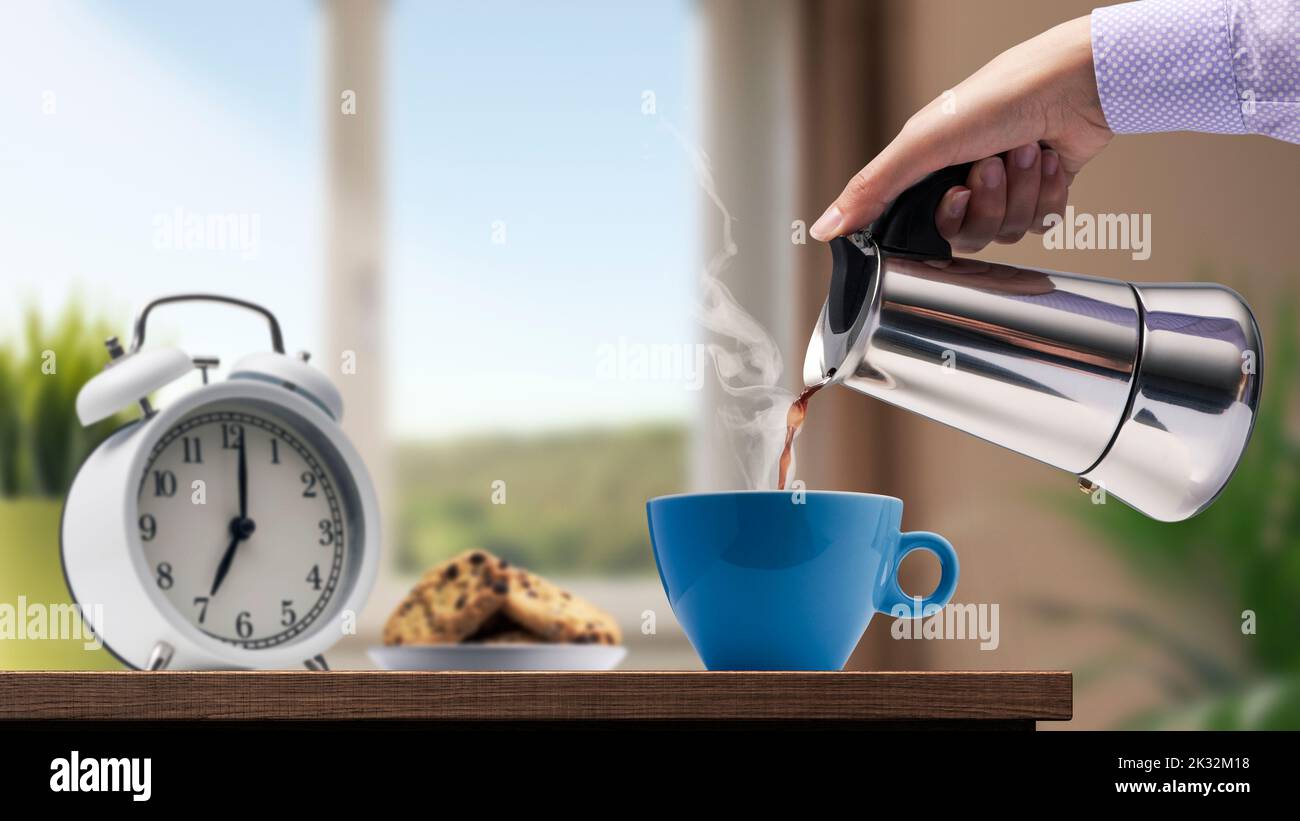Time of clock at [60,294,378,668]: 7:01
